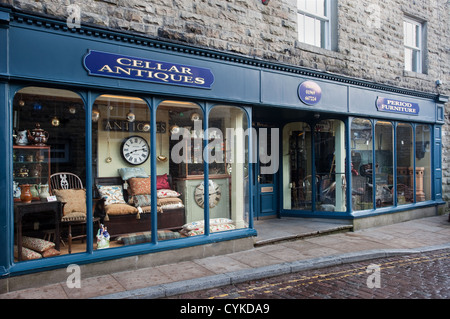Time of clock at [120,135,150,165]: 8:13
